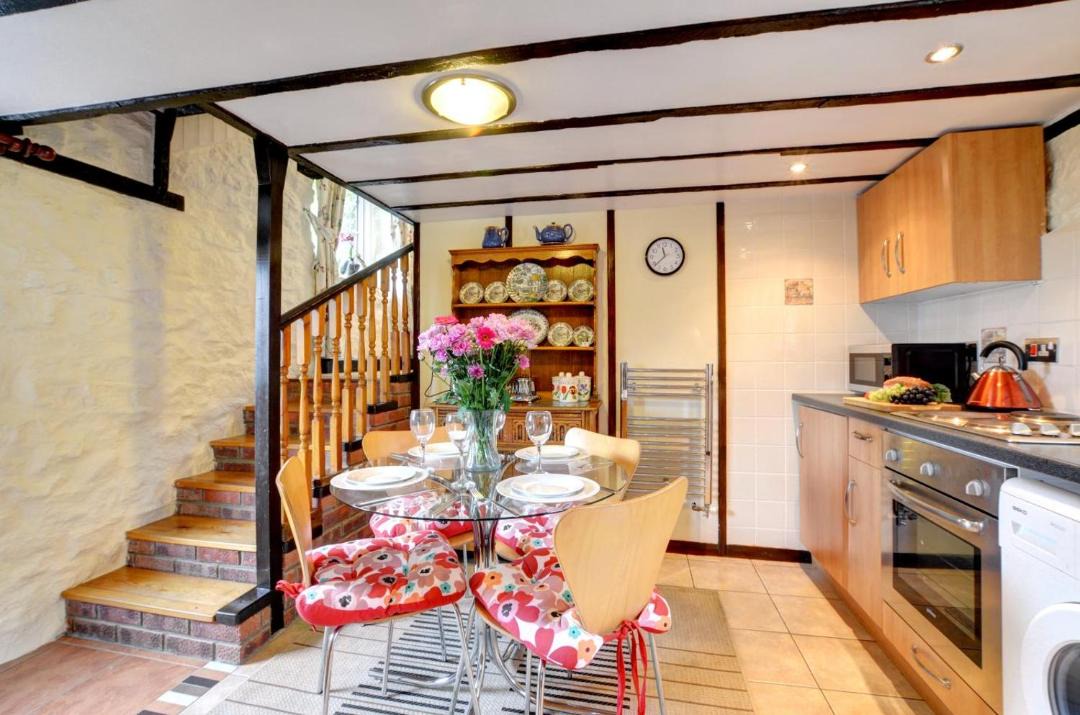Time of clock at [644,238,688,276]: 11:38
